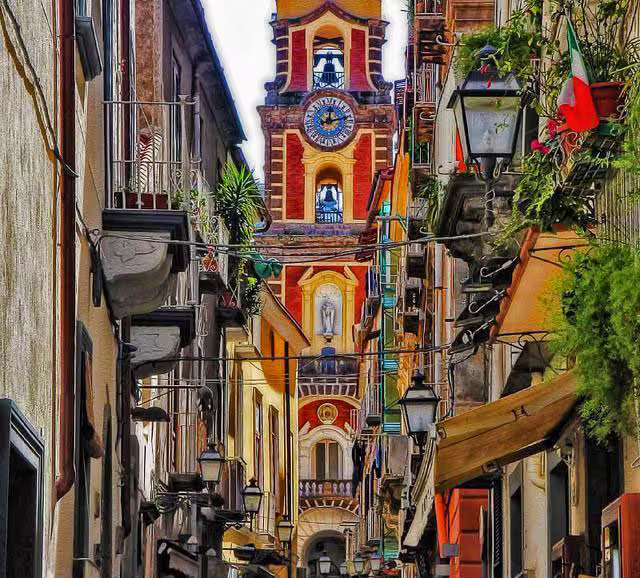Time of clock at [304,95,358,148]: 12:12
